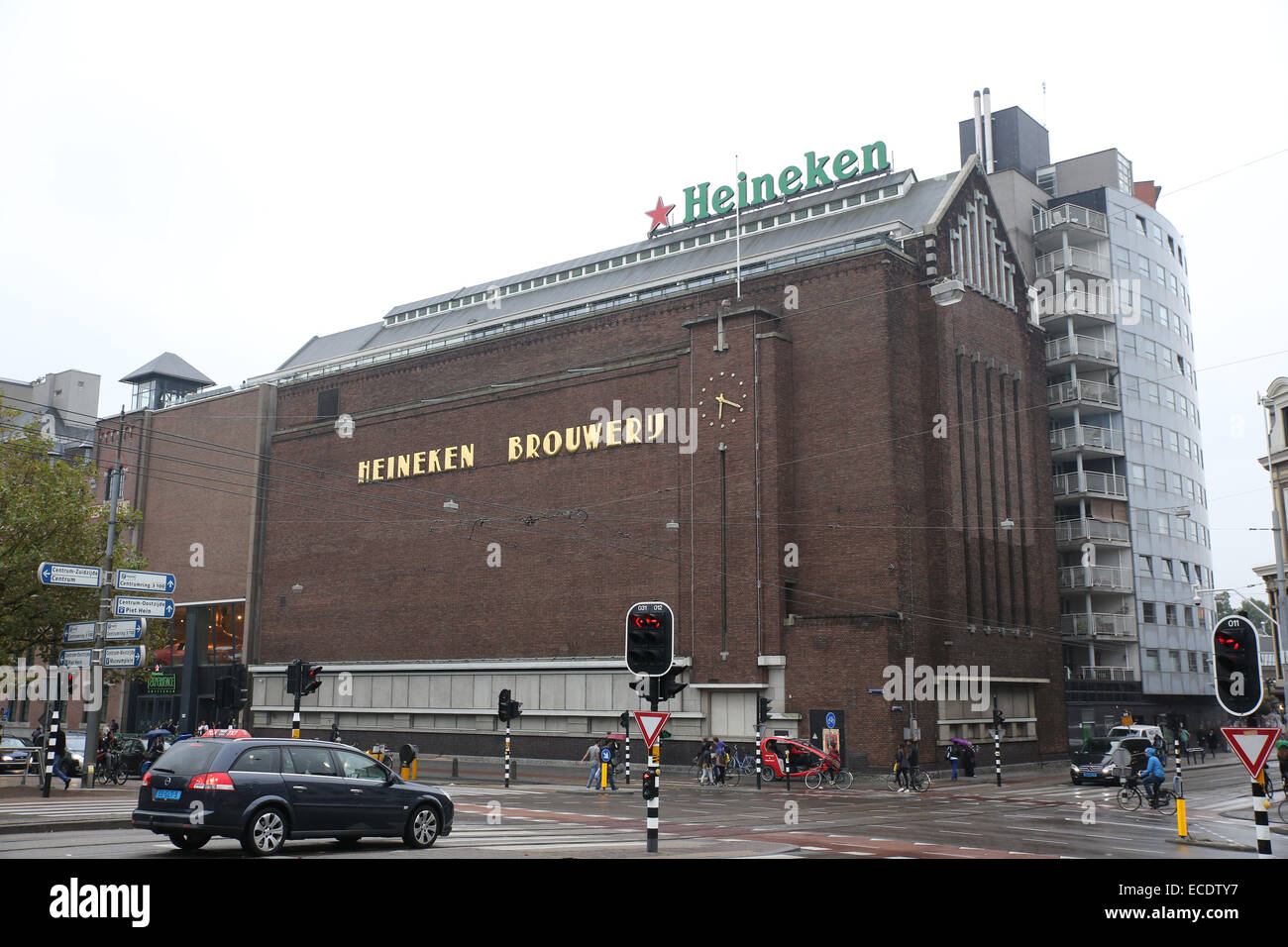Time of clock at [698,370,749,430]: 6:18
